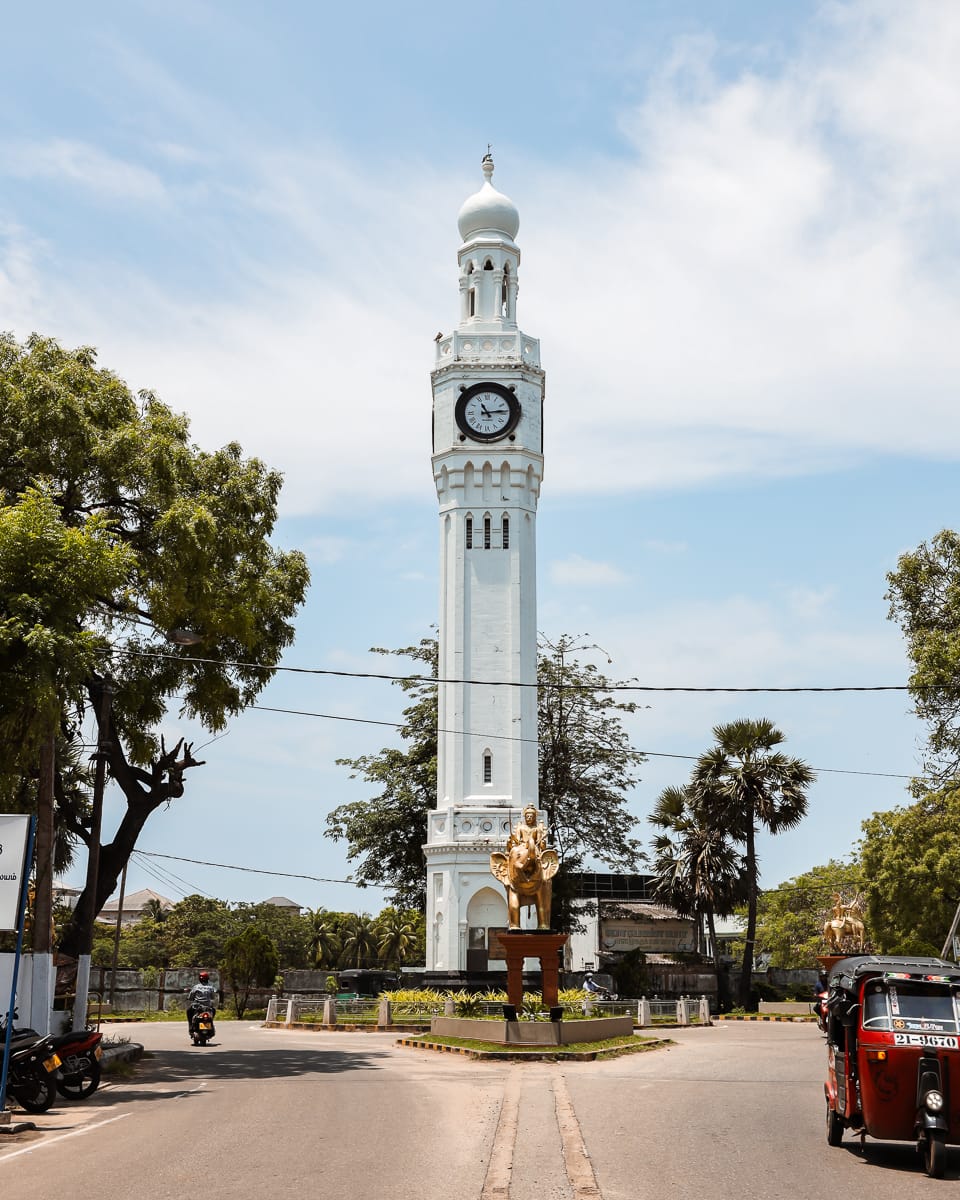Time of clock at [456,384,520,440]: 11:13
